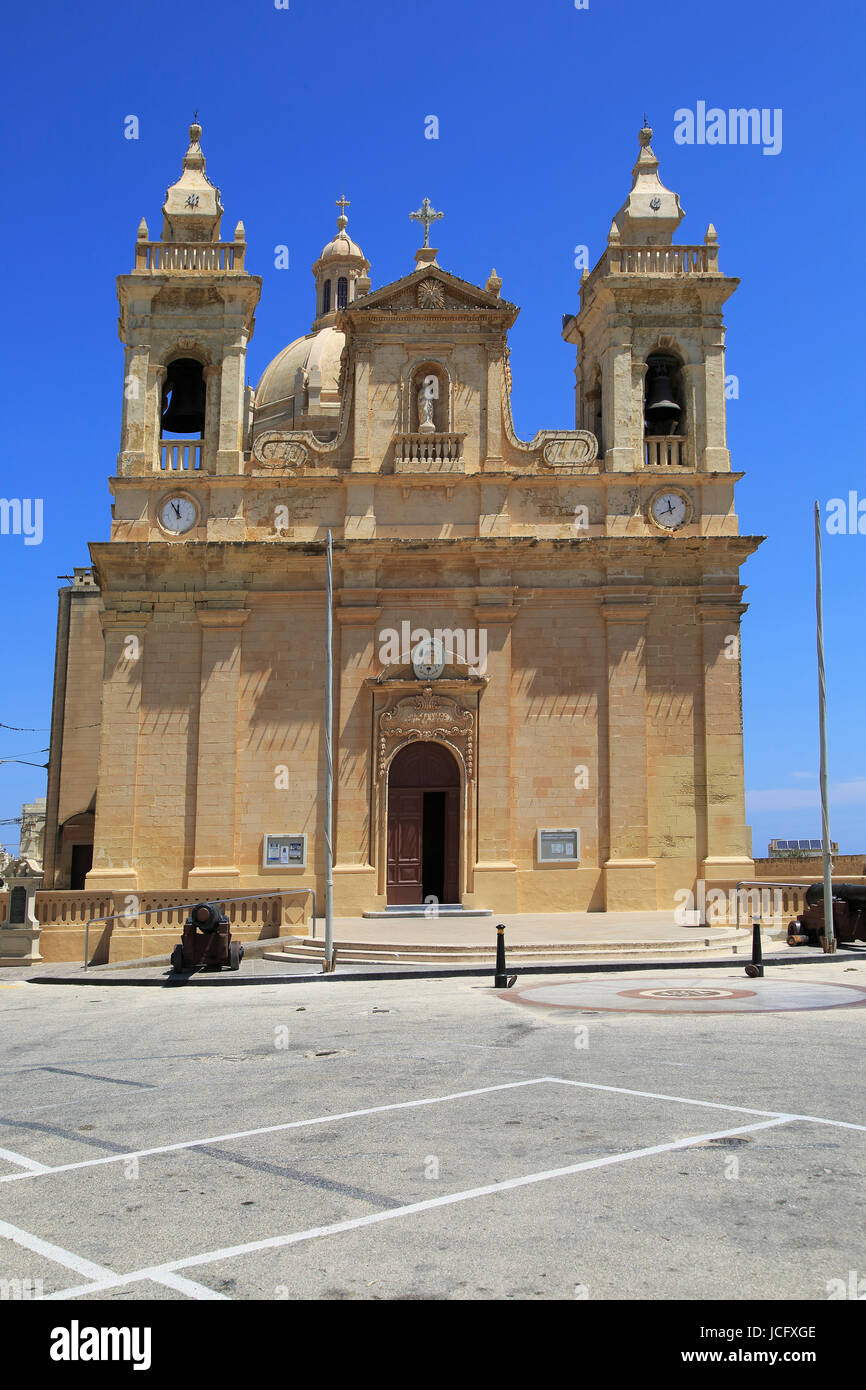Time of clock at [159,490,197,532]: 11:54
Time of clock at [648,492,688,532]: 11:41
